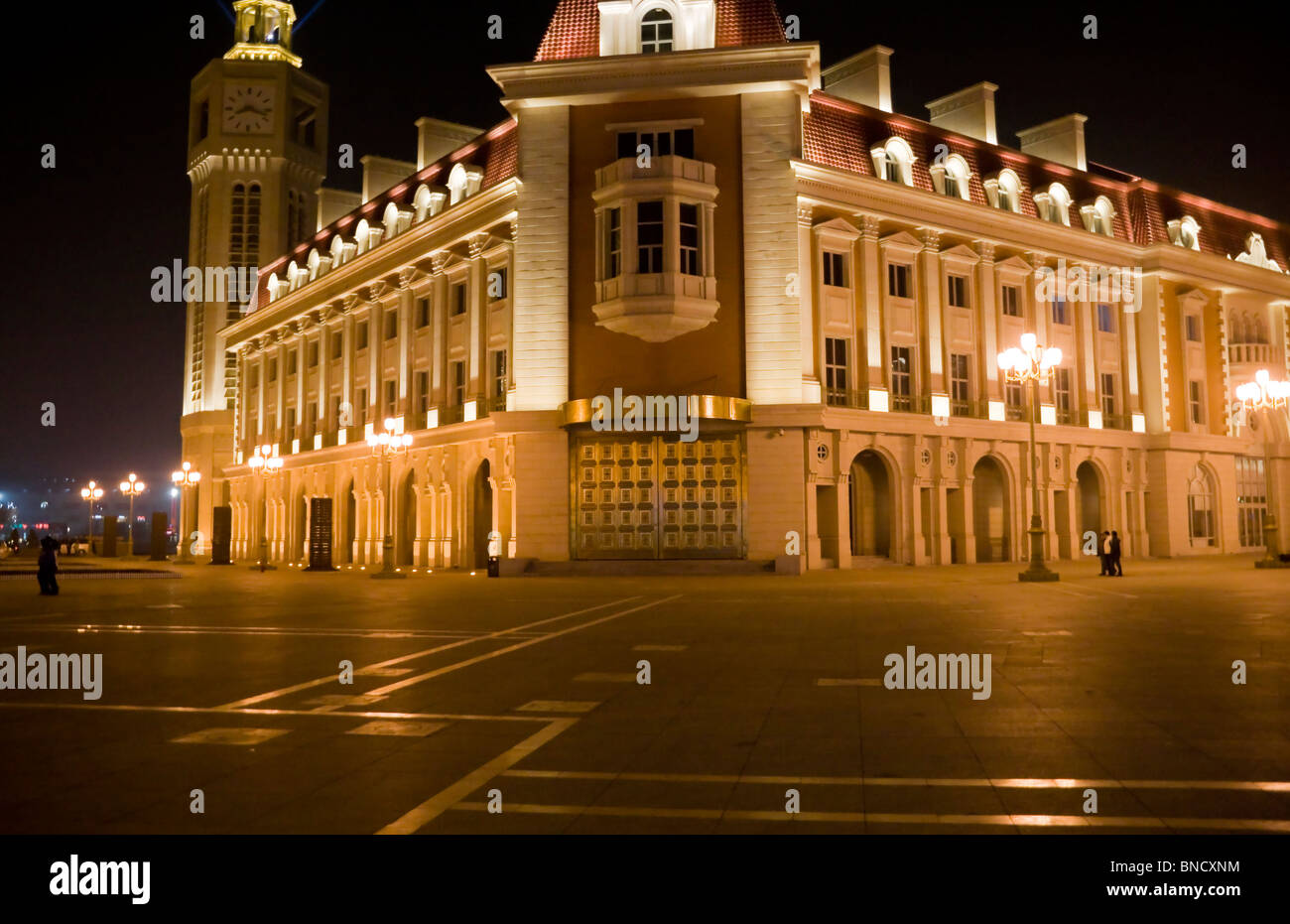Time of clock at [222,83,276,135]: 8:17
